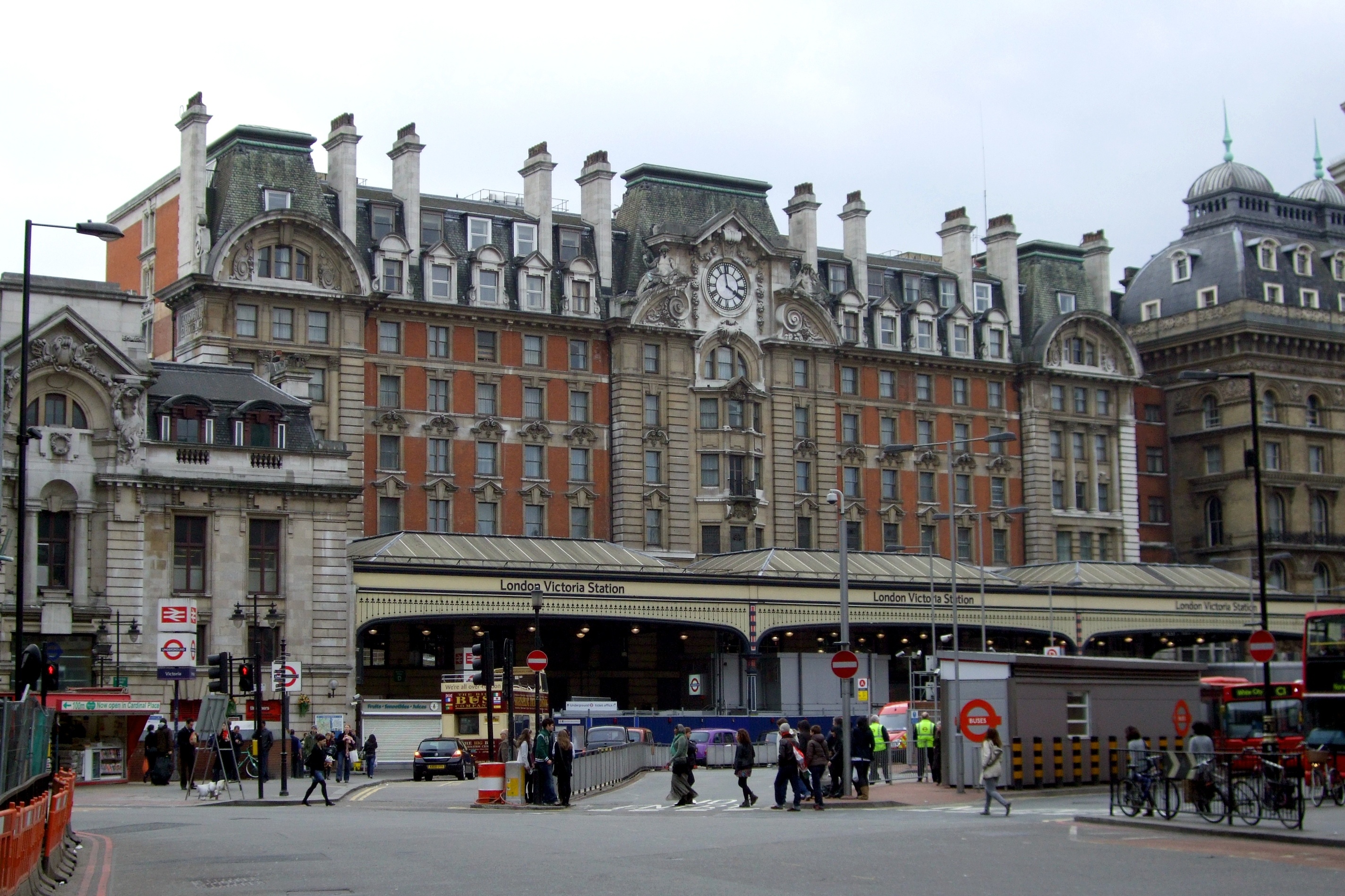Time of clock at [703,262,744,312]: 3:58
